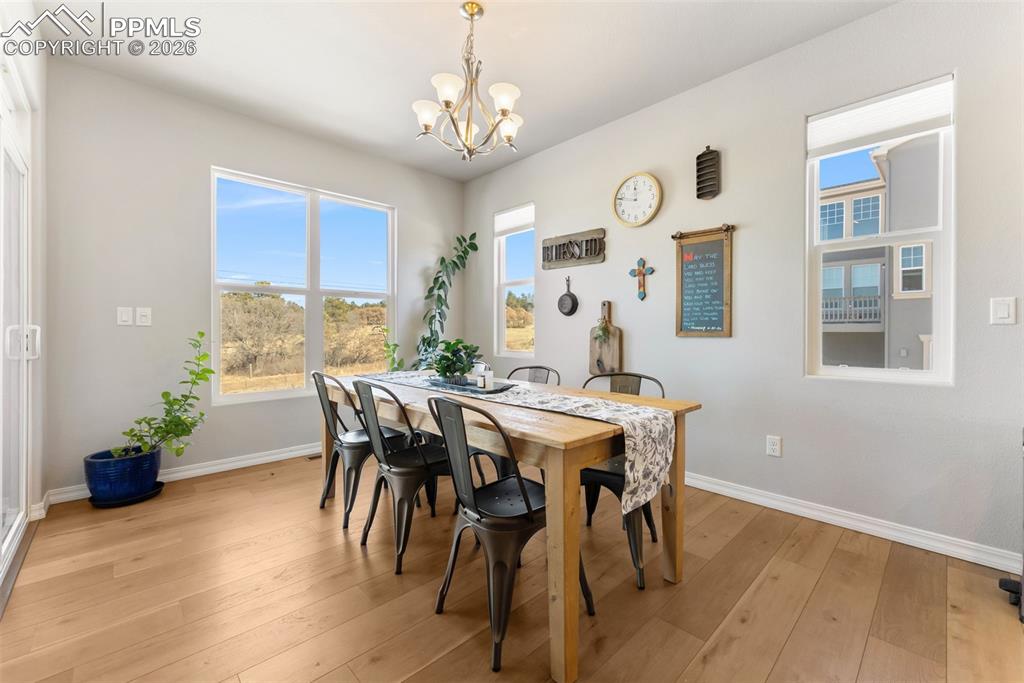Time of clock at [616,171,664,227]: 11:47
